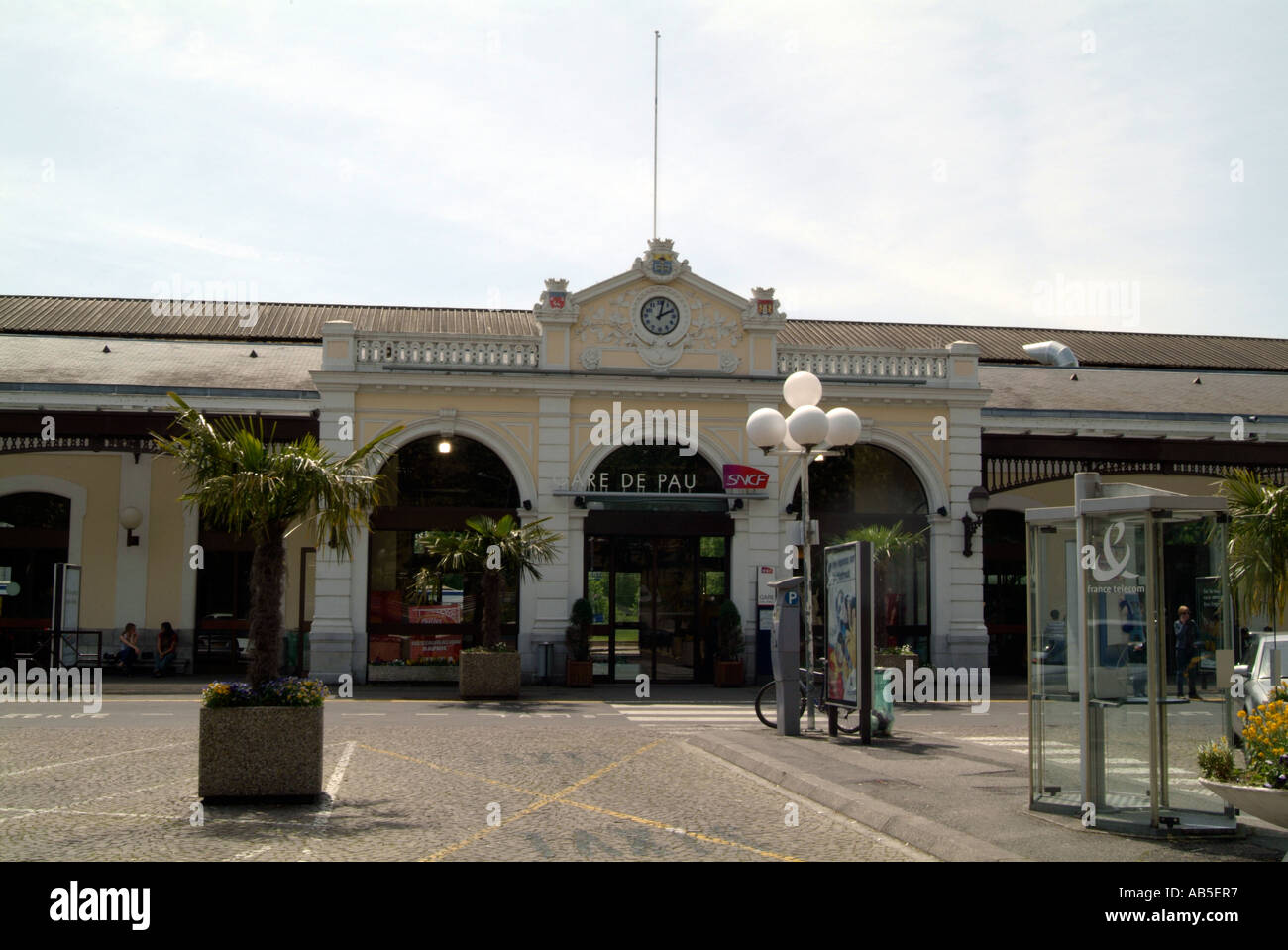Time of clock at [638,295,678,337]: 2:01
